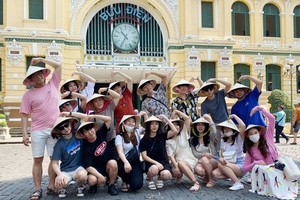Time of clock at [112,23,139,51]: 10:34
